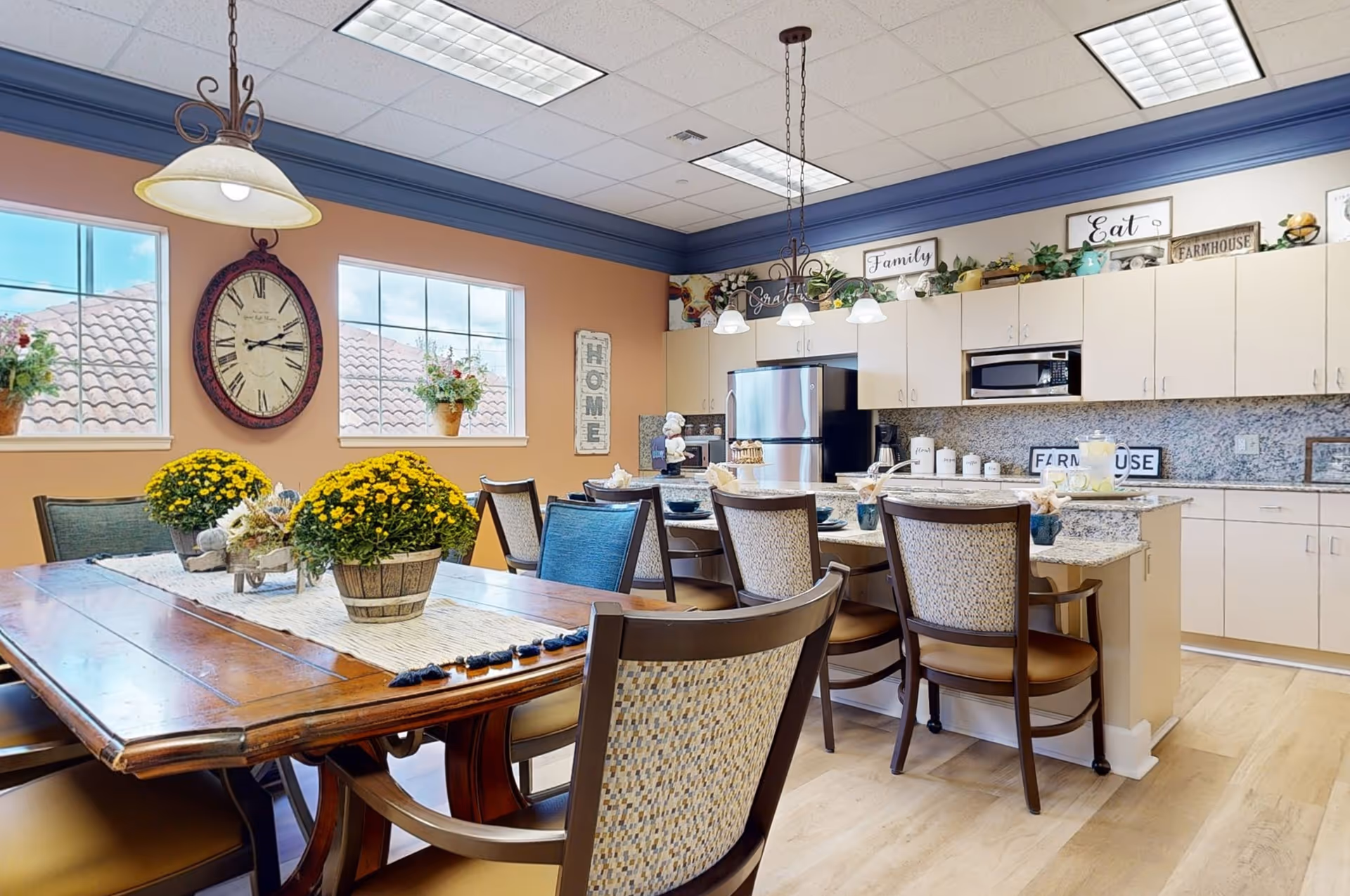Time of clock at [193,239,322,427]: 2:15
